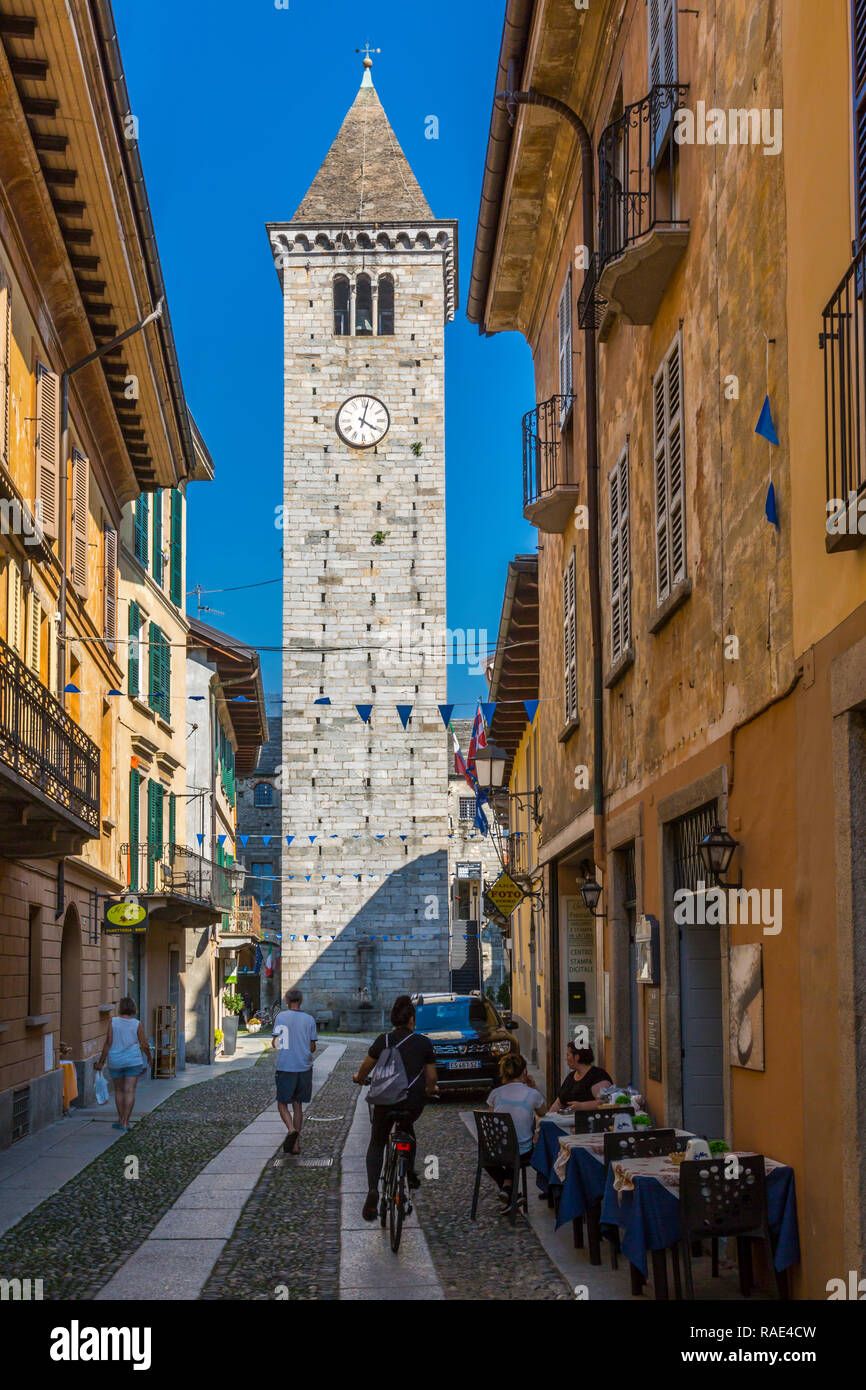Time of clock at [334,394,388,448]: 4:02
